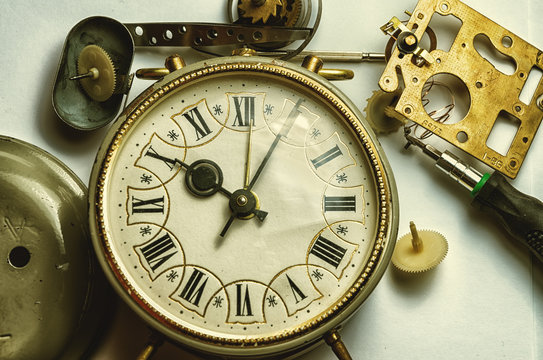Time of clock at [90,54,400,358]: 10:04
